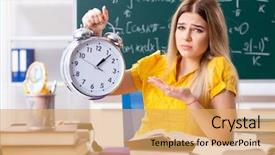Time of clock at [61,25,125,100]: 1:06
